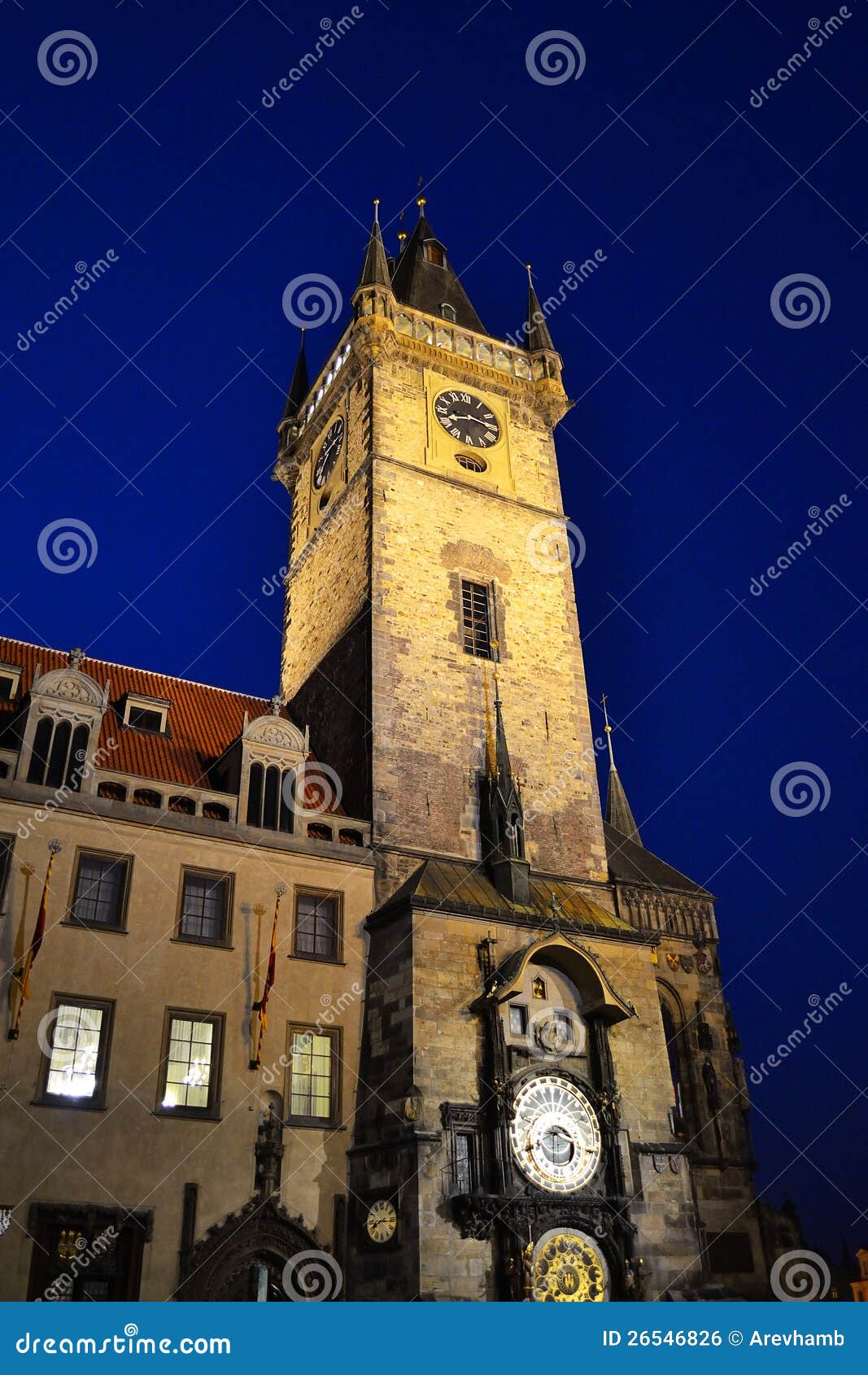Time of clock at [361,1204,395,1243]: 8:15
